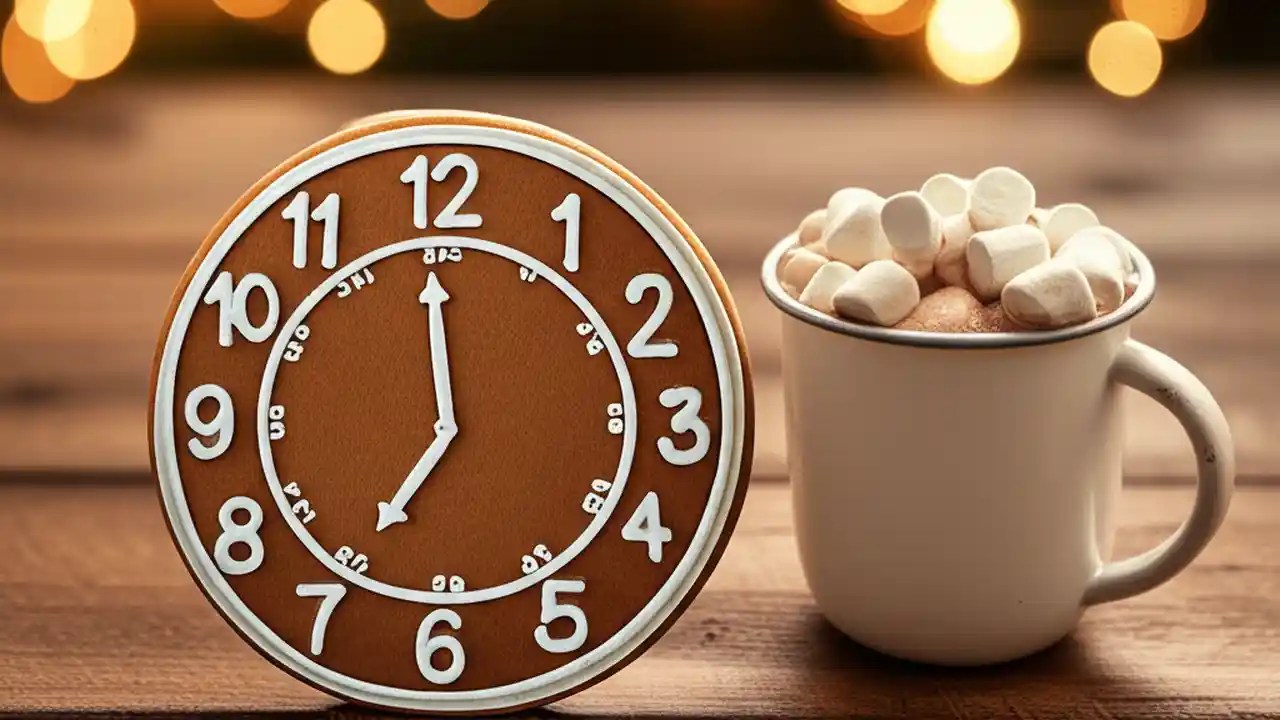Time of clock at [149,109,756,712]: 6:59
